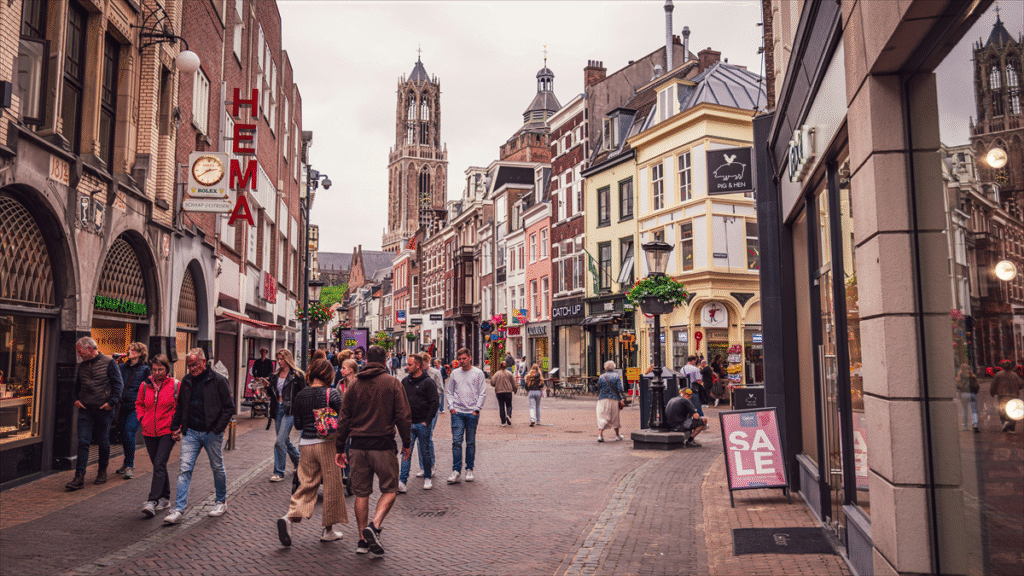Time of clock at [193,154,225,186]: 2:39
